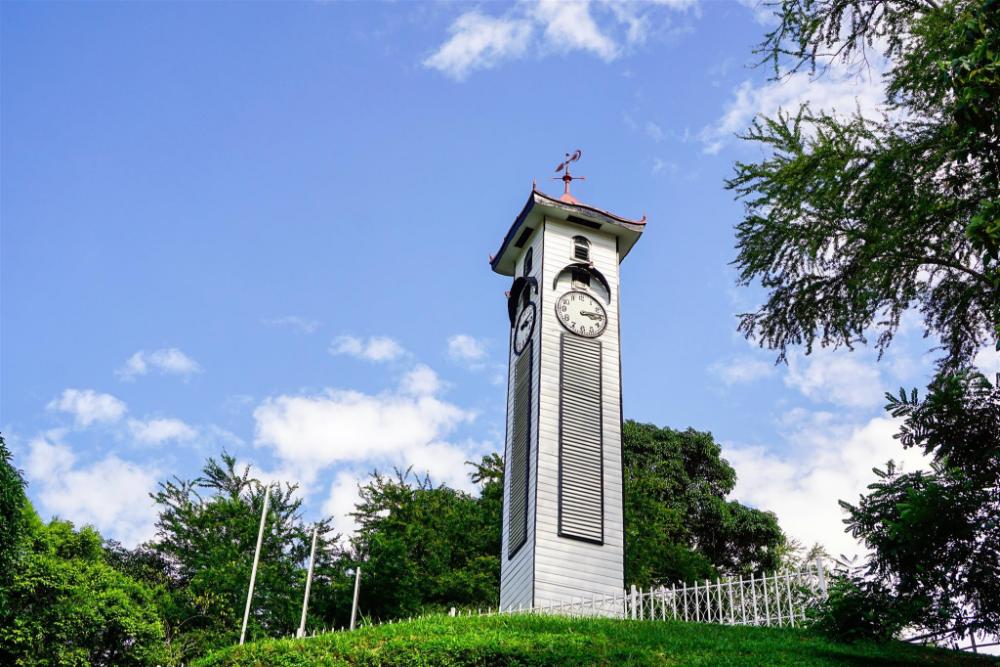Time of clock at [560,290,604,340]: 3:13
